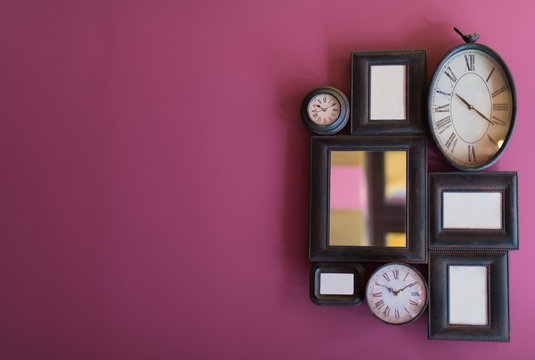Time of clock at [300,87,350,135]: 10:10
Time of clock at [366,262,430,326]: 10:09
